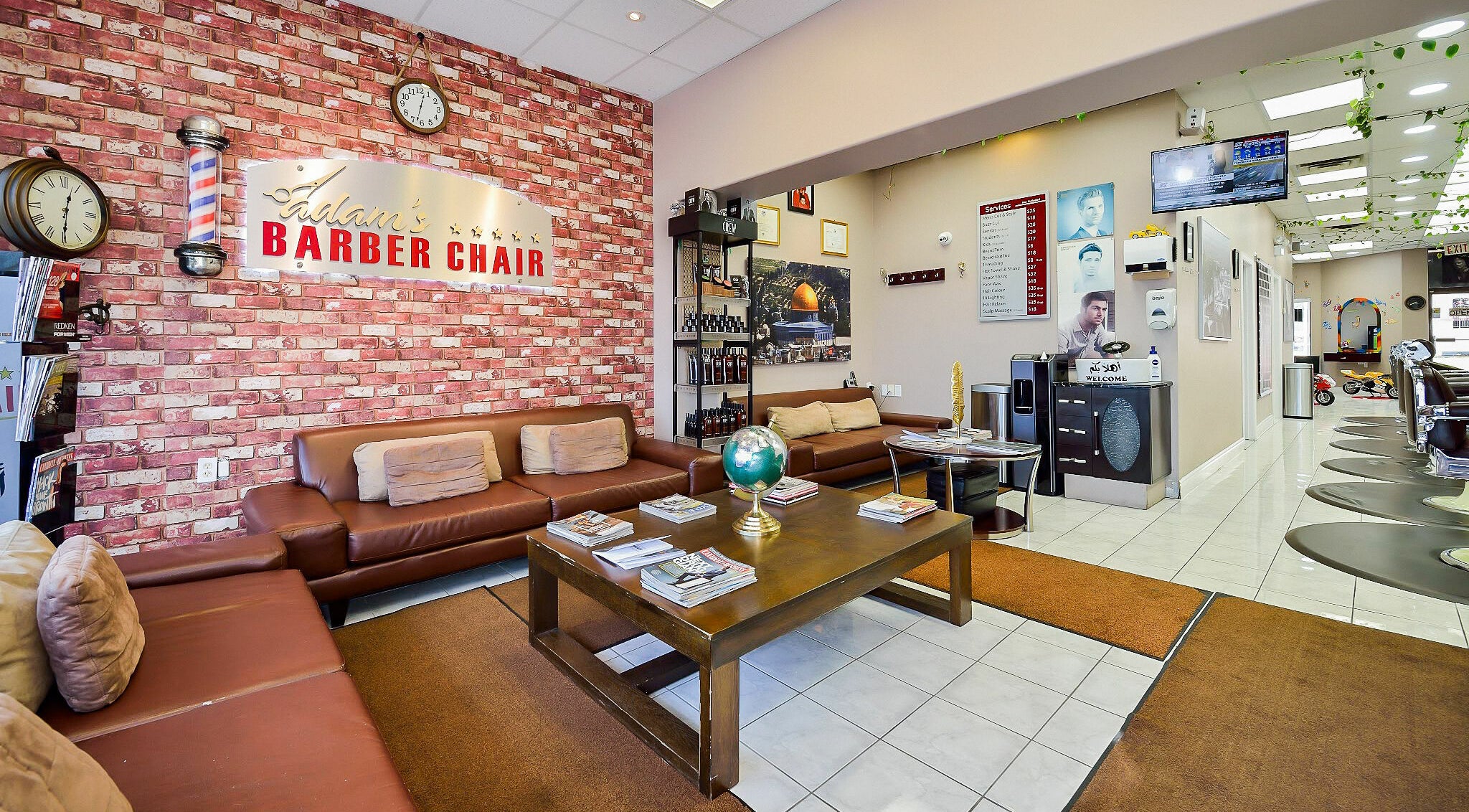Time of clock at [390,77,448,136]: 12:32
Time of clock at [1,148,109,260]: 12:30
